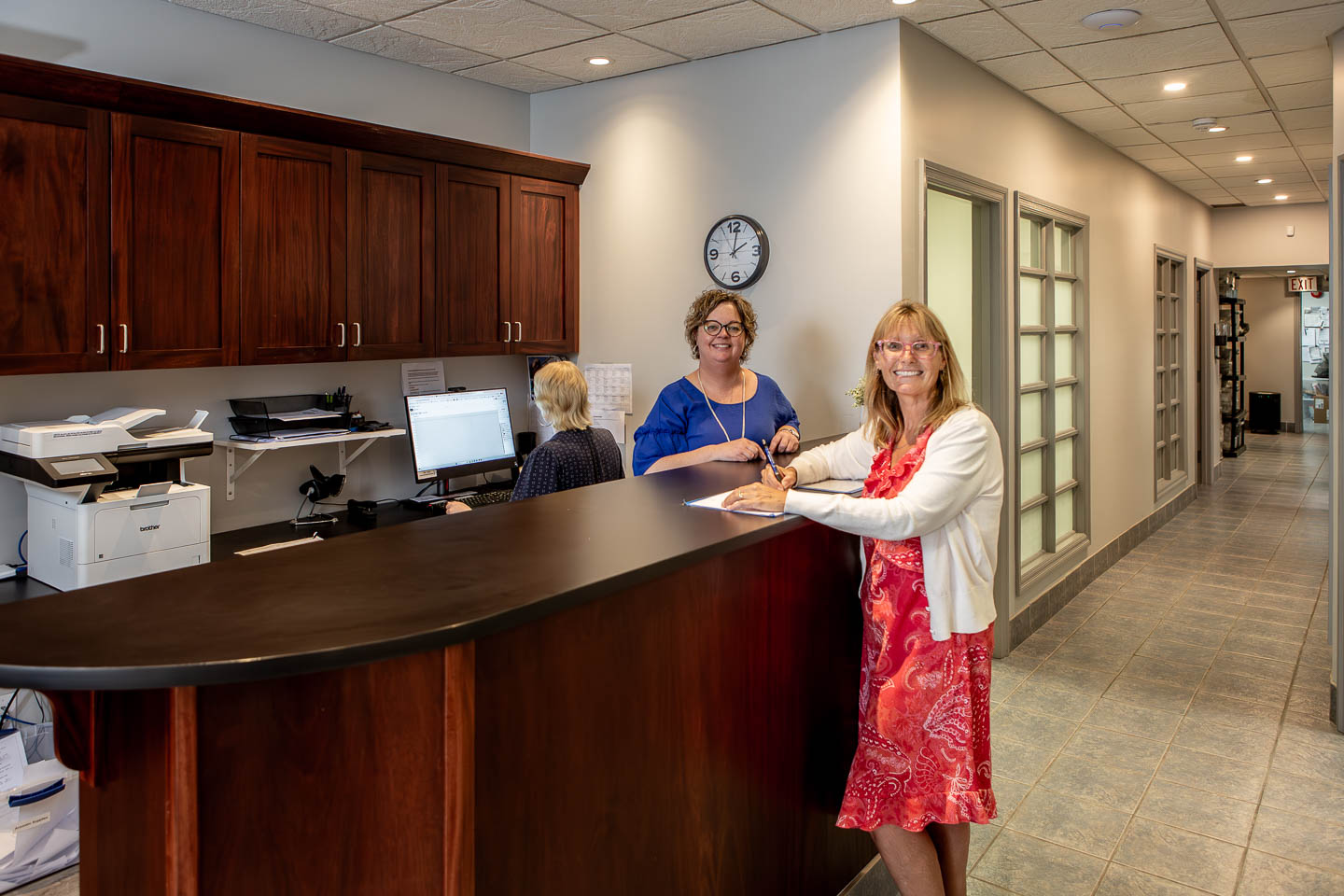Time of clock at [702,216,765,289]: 2:01
